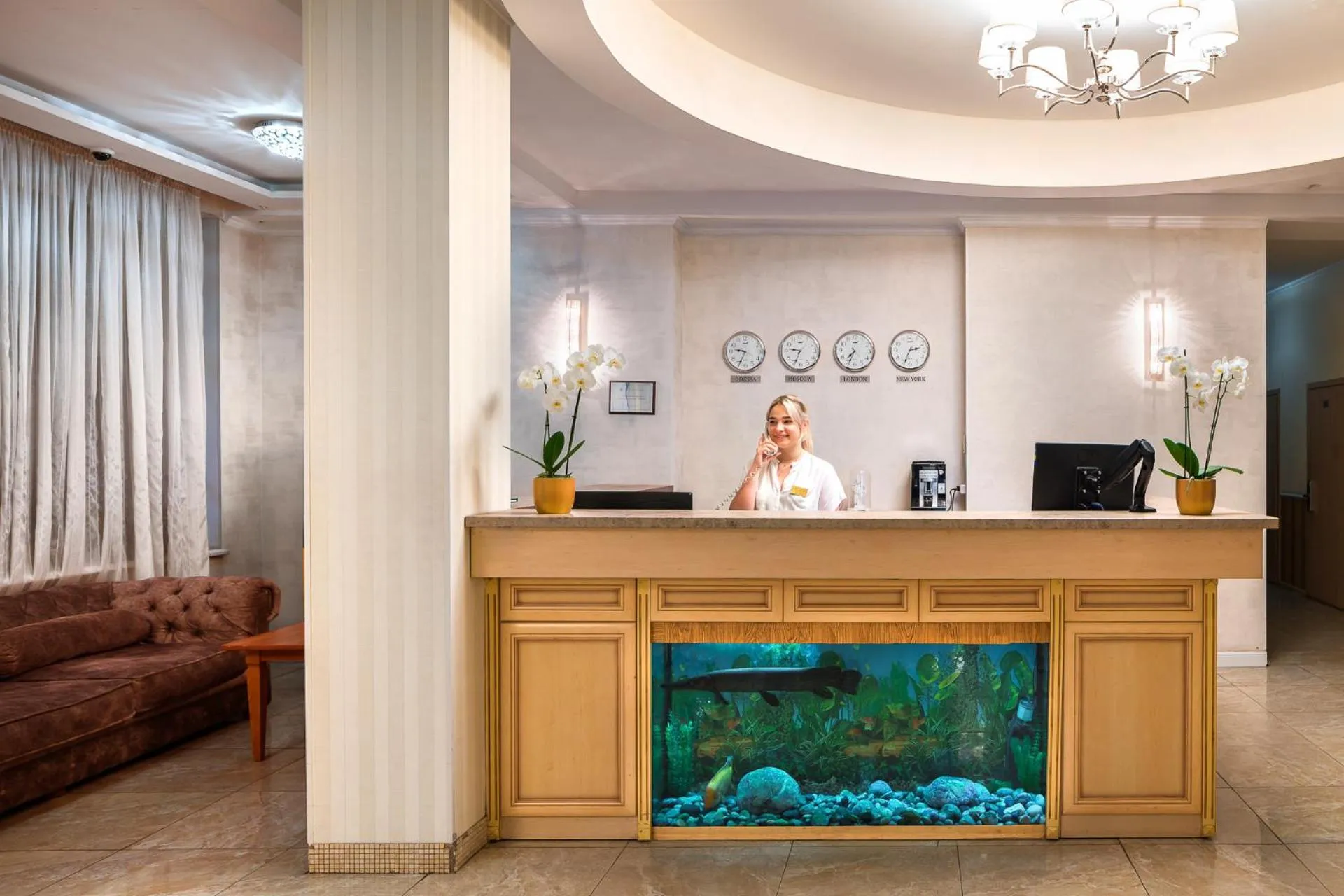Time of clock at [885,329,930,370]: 2:33
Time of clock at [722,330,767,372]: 9:34
